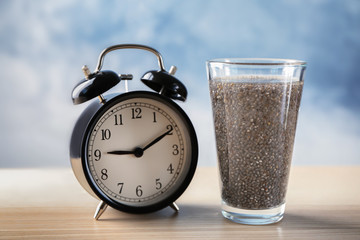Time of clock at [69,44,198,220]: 9:10
